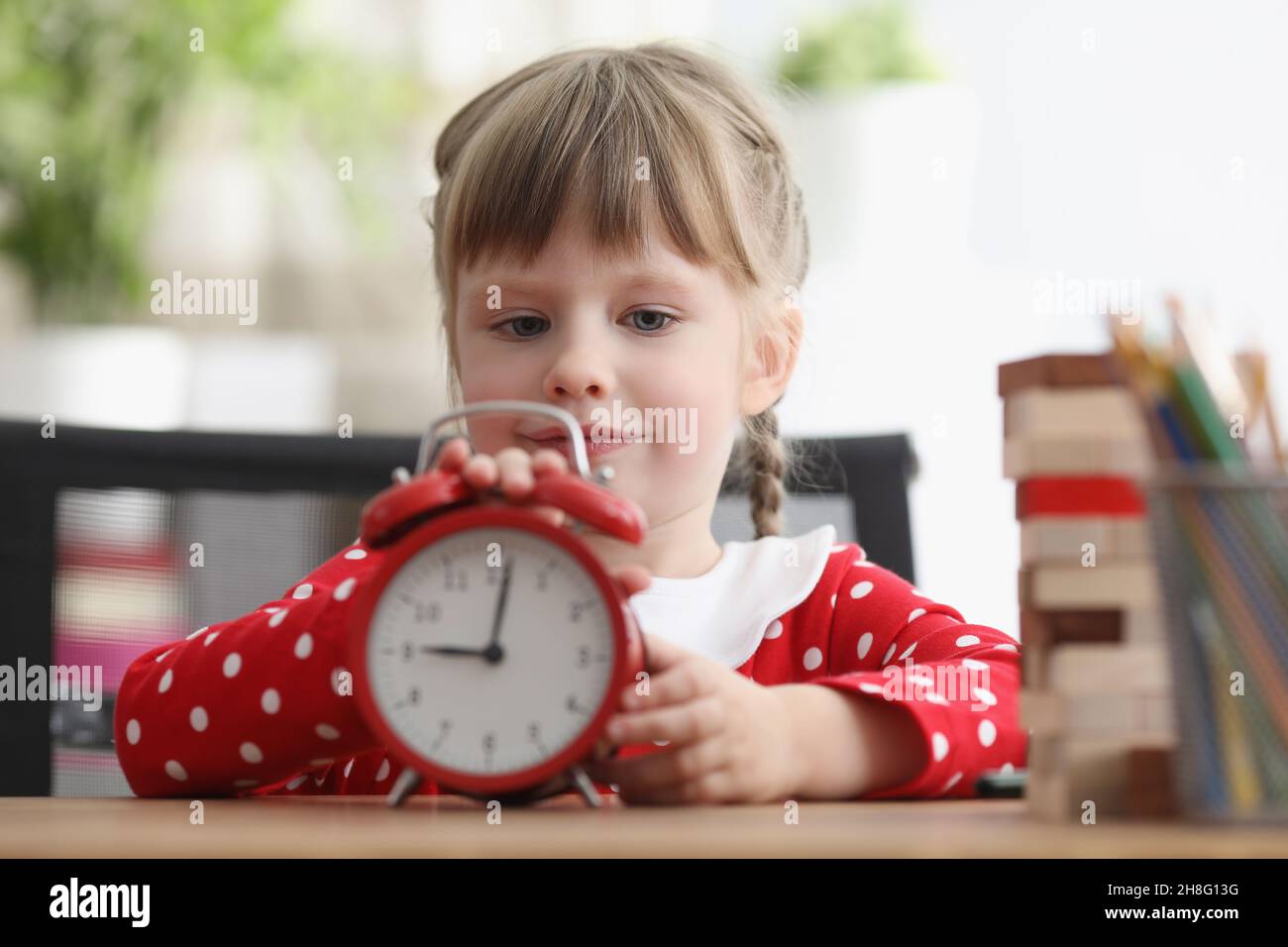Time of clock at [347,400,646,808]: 9:01
